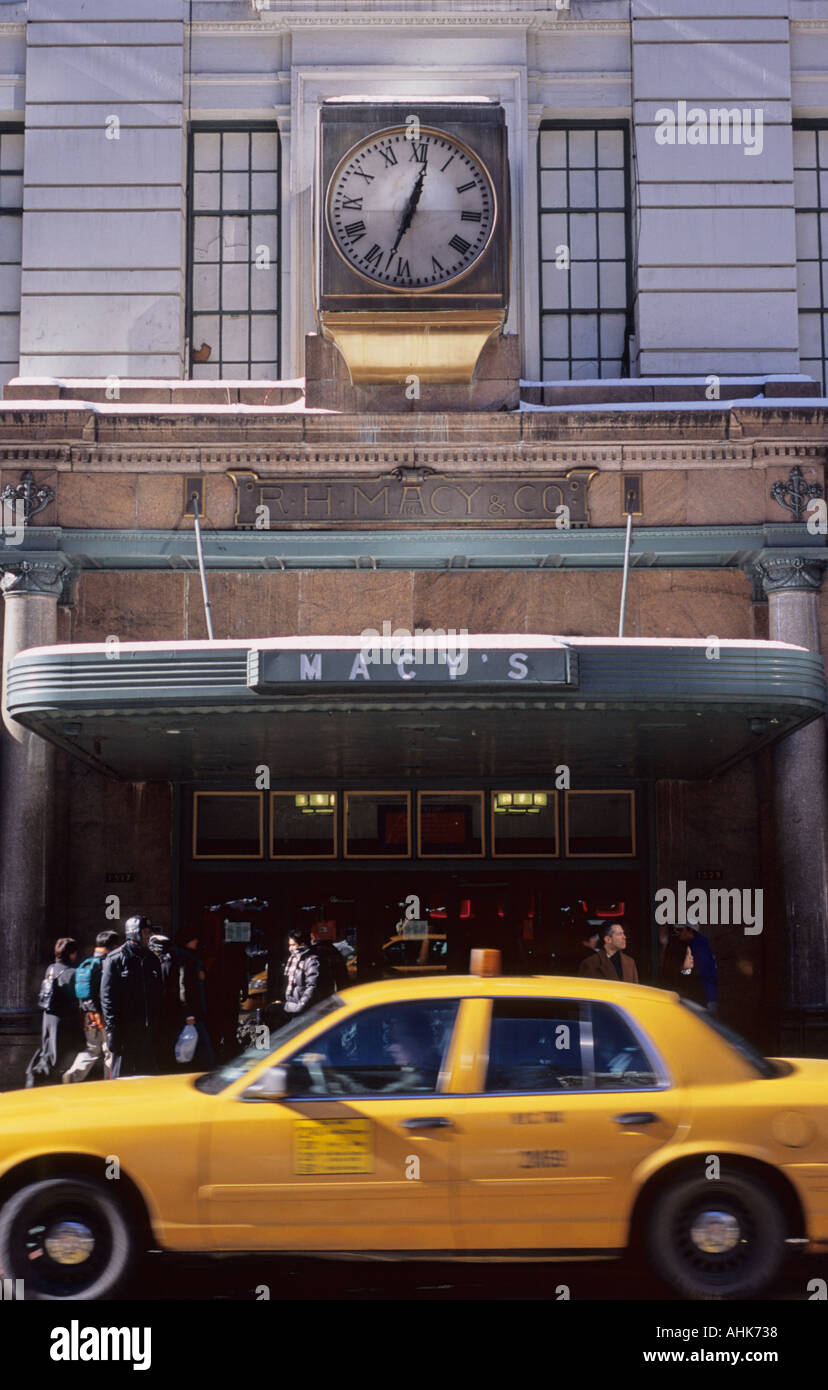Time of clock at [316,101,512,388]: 12:32
